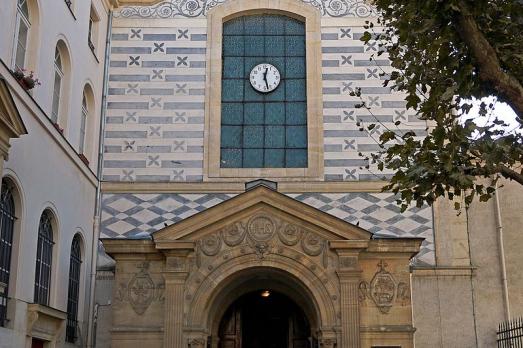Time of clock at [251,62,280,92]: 12:27
